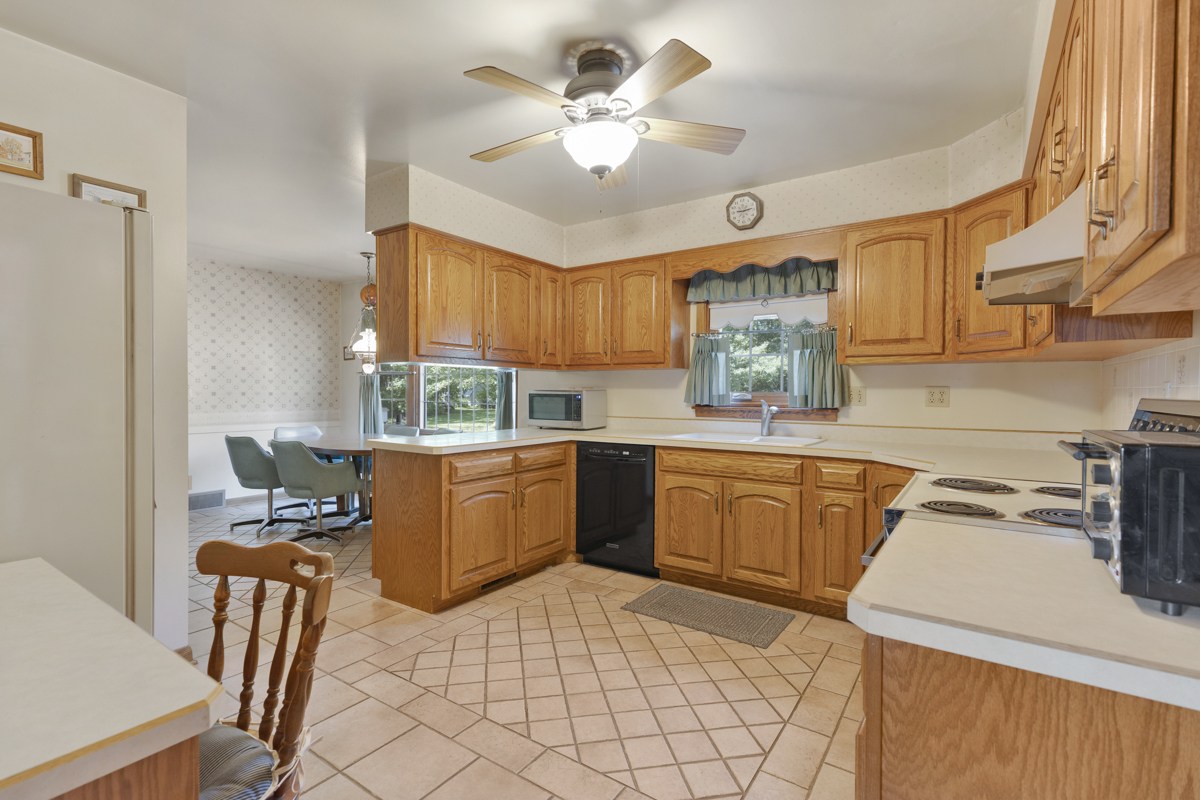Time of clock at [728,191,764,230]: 9:13
